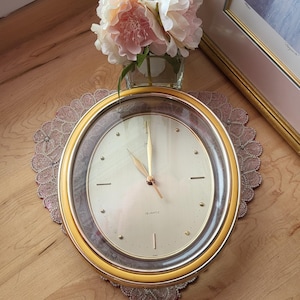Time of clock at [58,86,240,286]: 11:00
